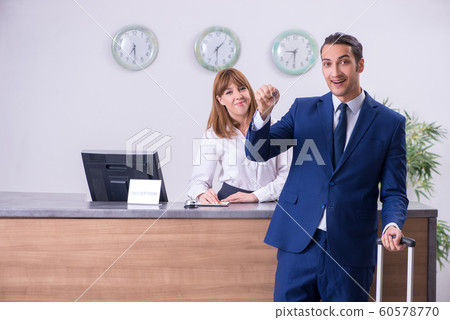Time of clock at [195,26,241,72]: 1:29
